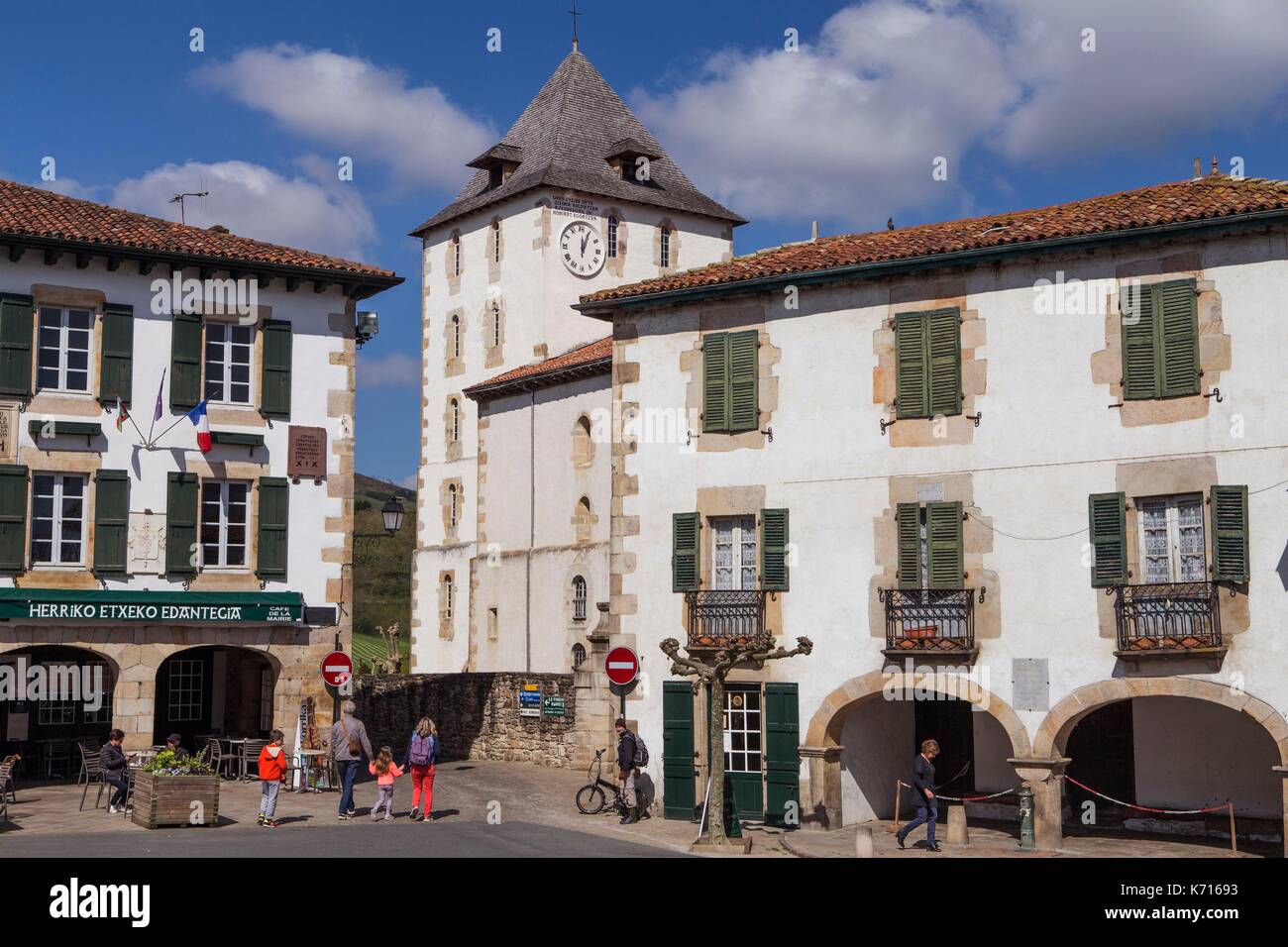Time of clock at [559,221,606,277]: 12:04
